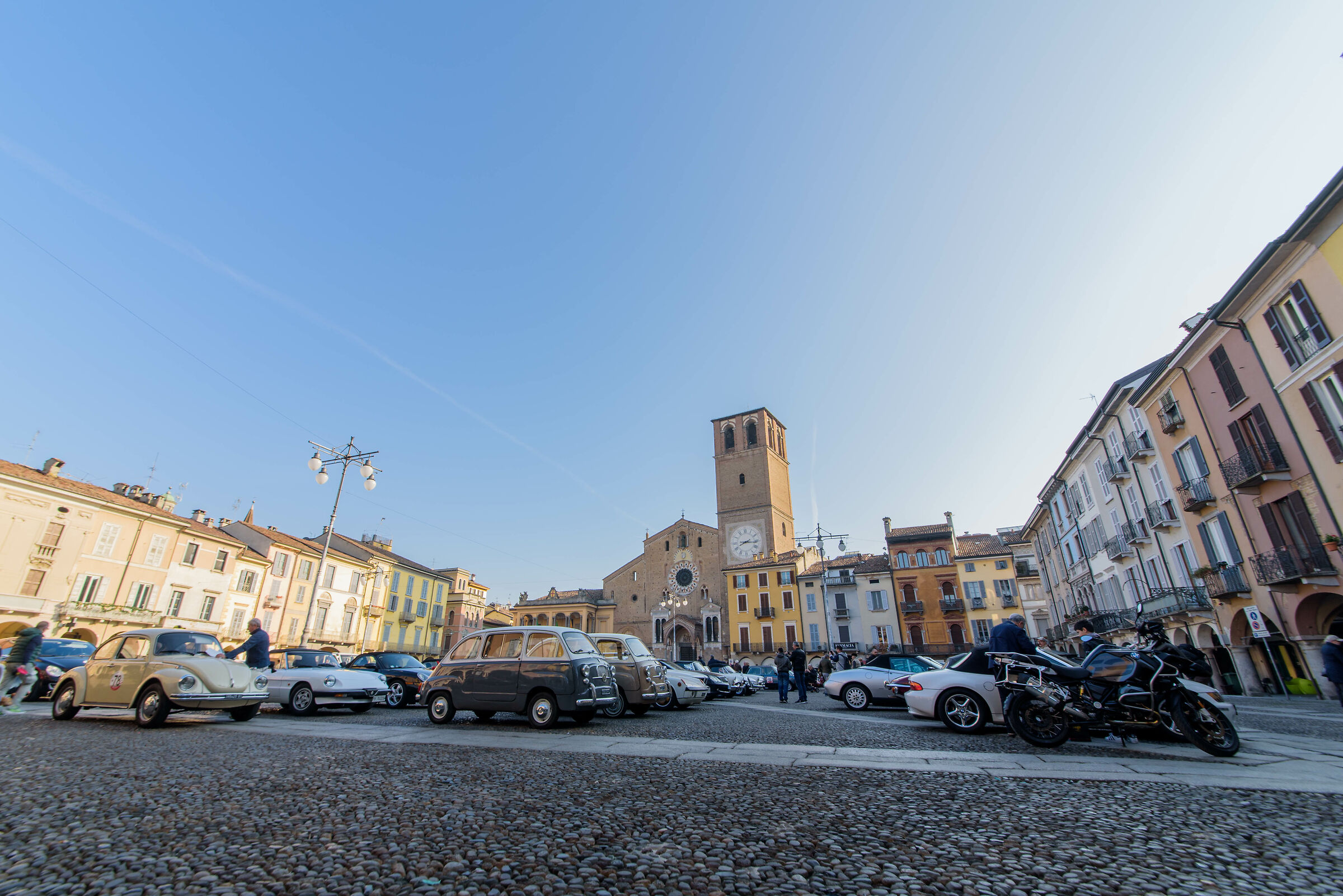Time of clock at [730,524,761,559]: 8:16
